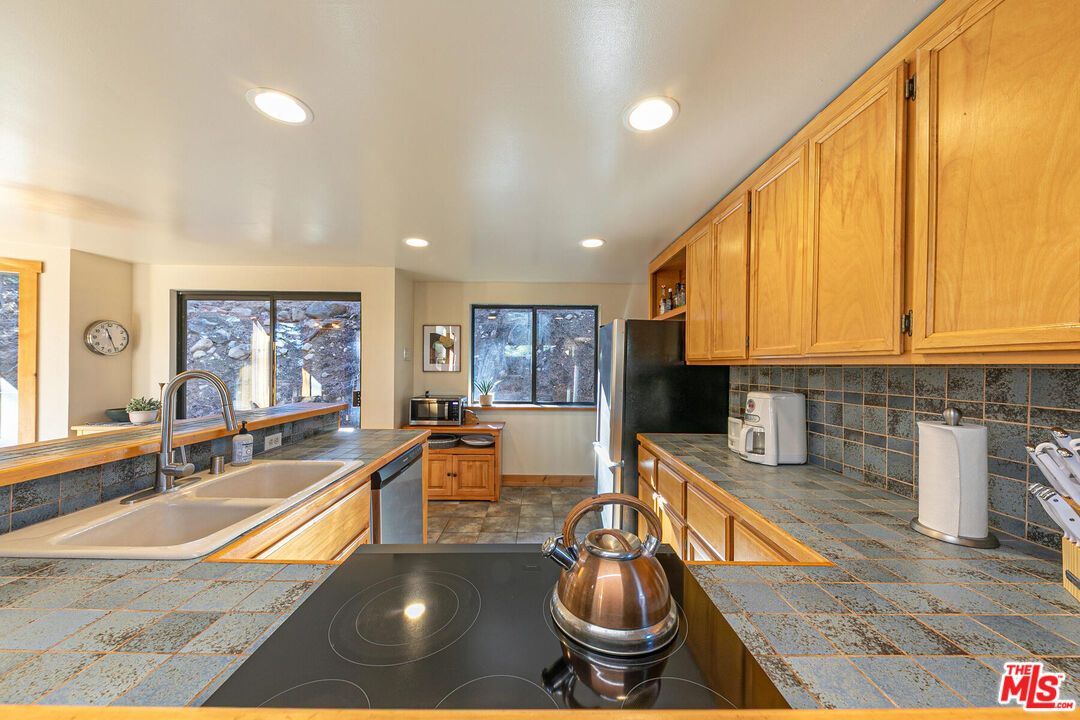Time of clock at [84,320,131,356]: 11:26
